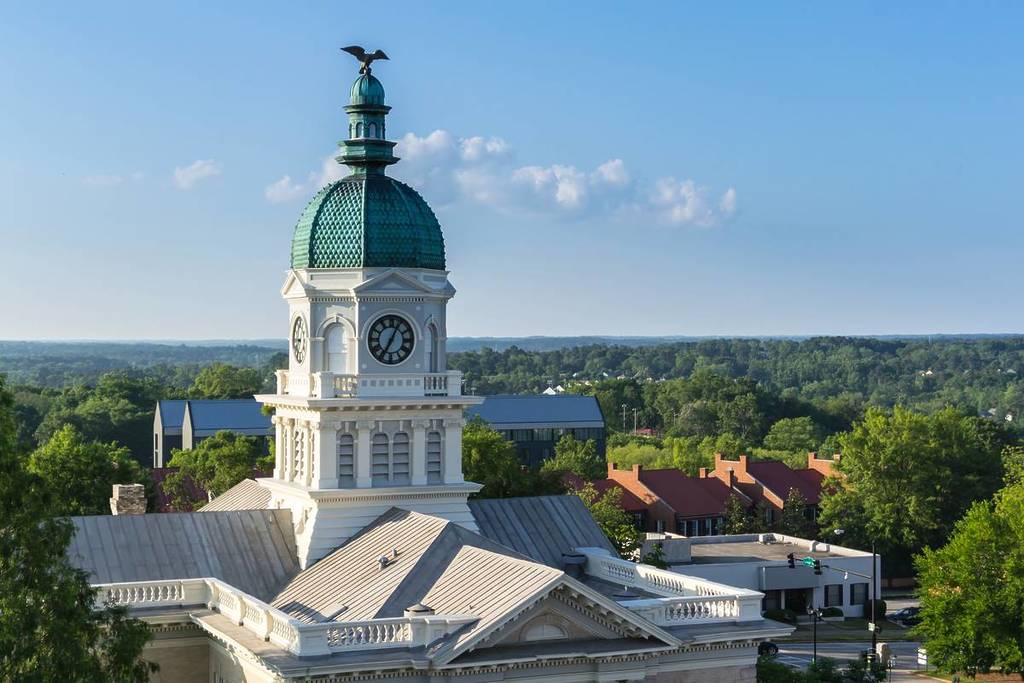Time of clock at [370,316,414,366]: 7:04
